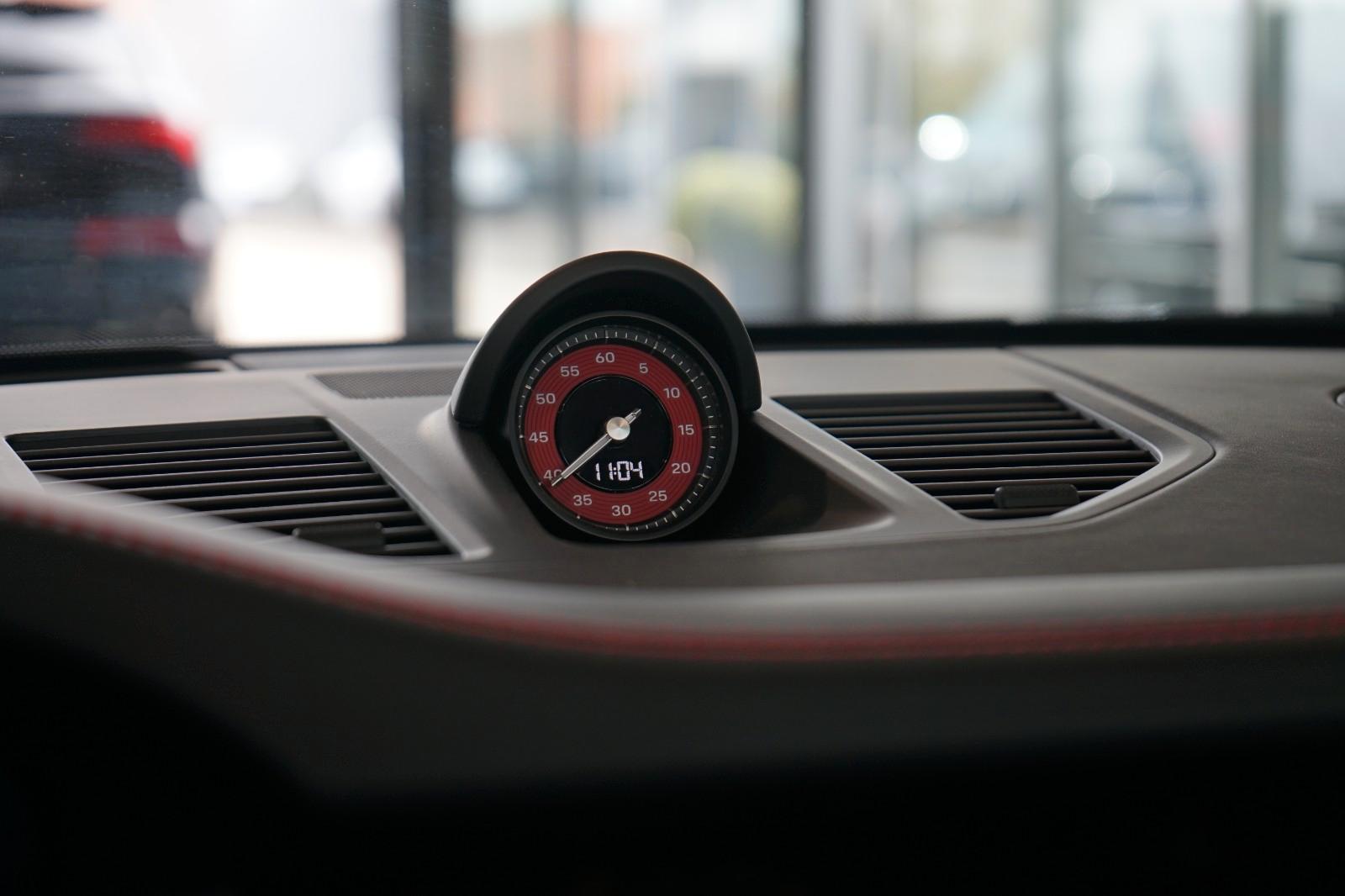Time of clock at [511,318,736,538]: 7:39
